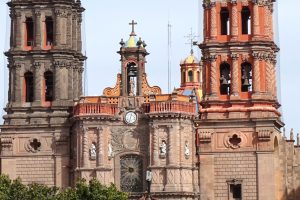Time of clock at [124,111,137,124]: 12:32
